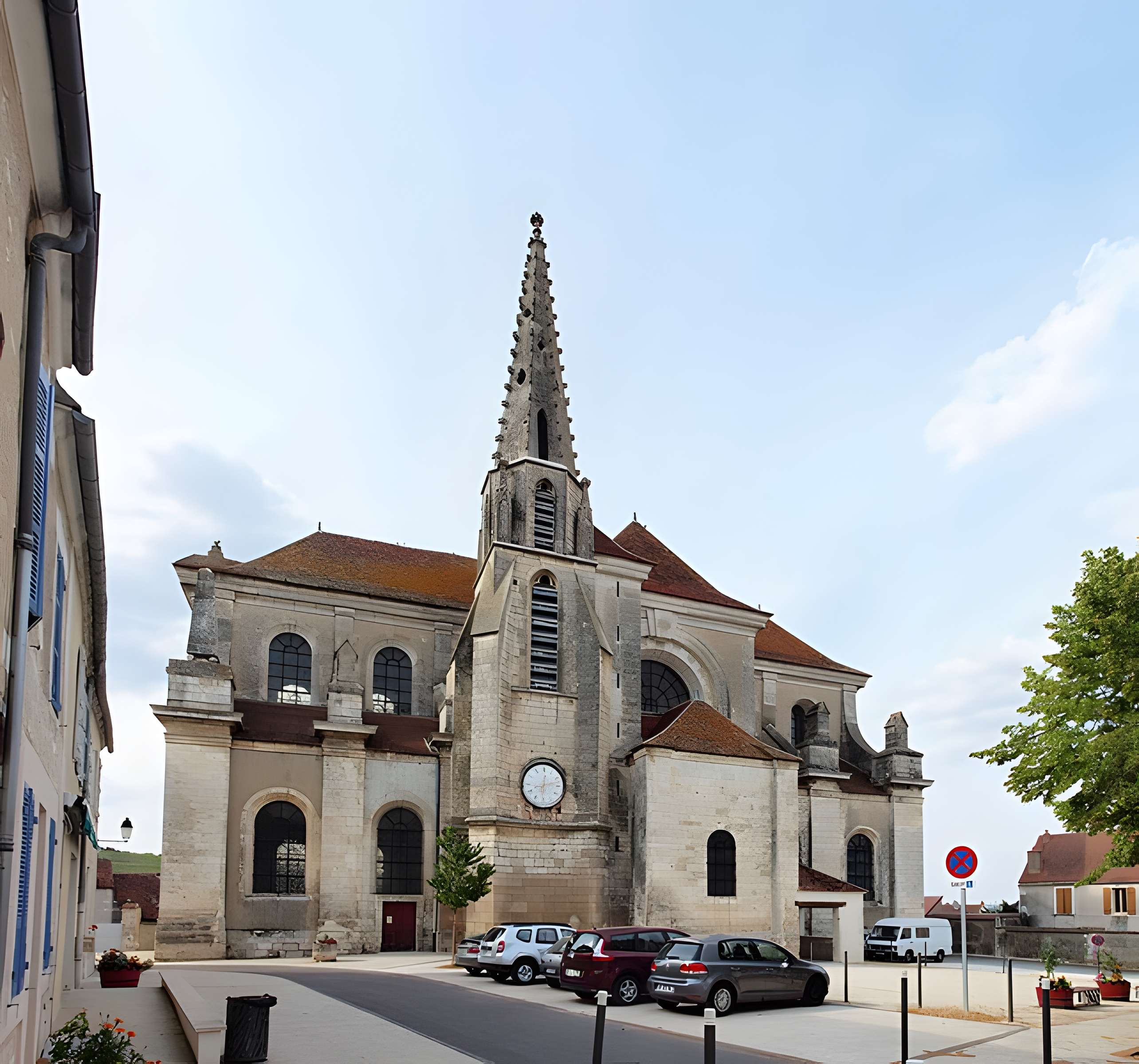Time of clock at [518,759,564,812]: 12:12
